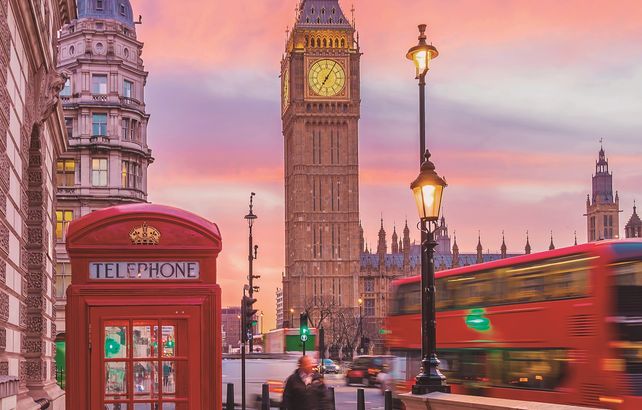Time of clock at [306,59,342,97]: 7:05
